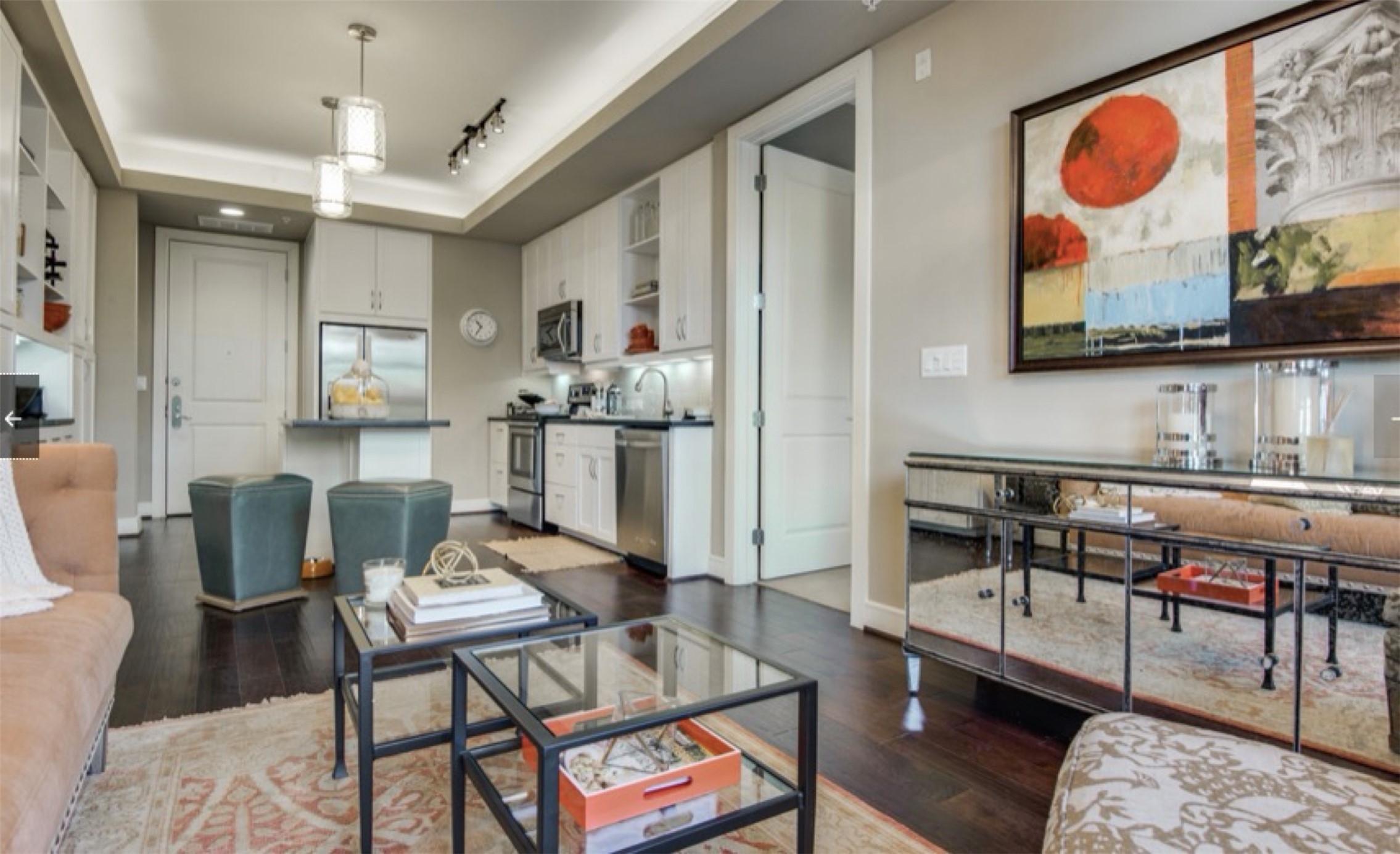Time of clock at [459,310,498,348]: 10:35
